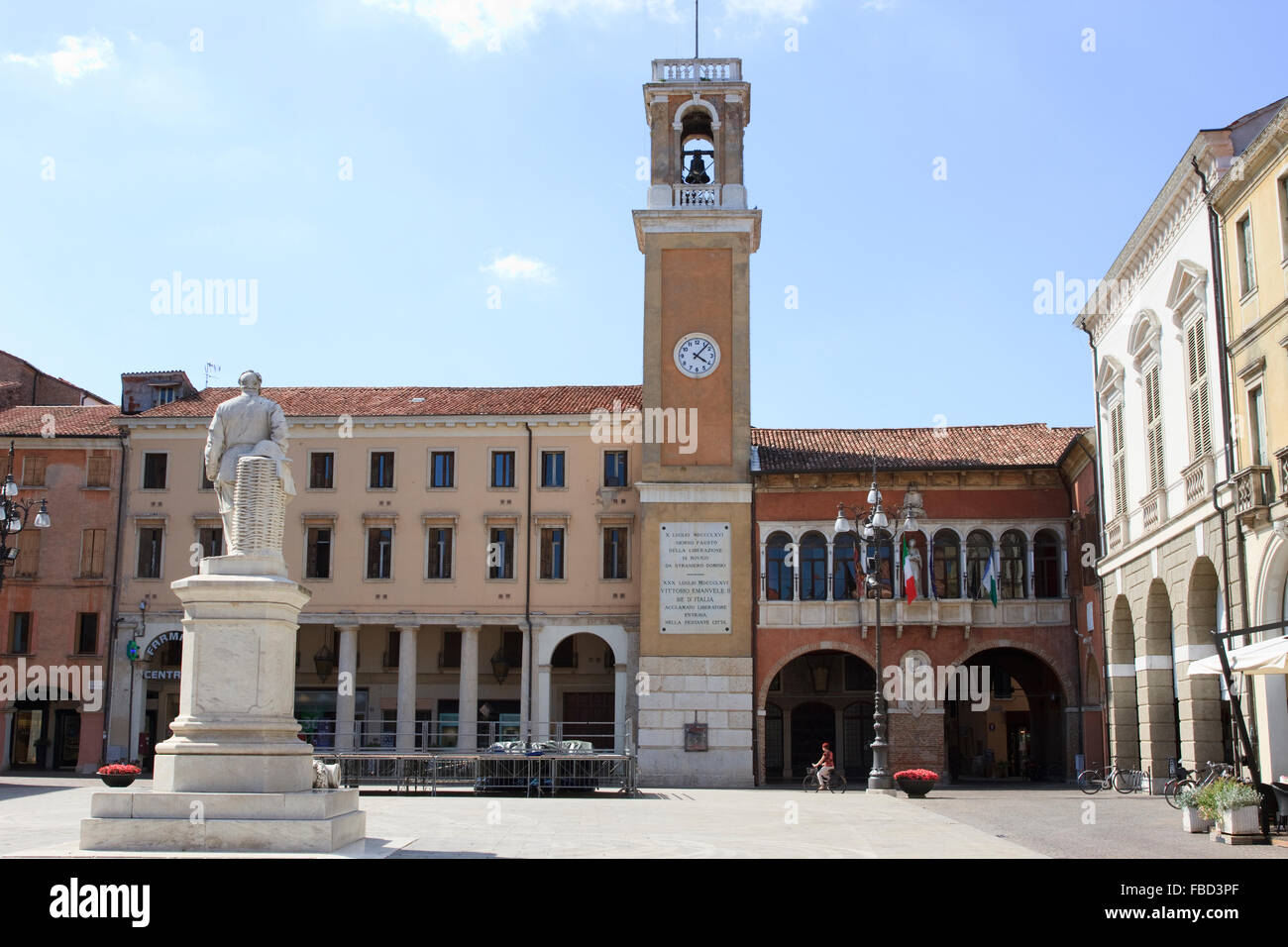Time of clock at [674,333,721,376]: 4:07
